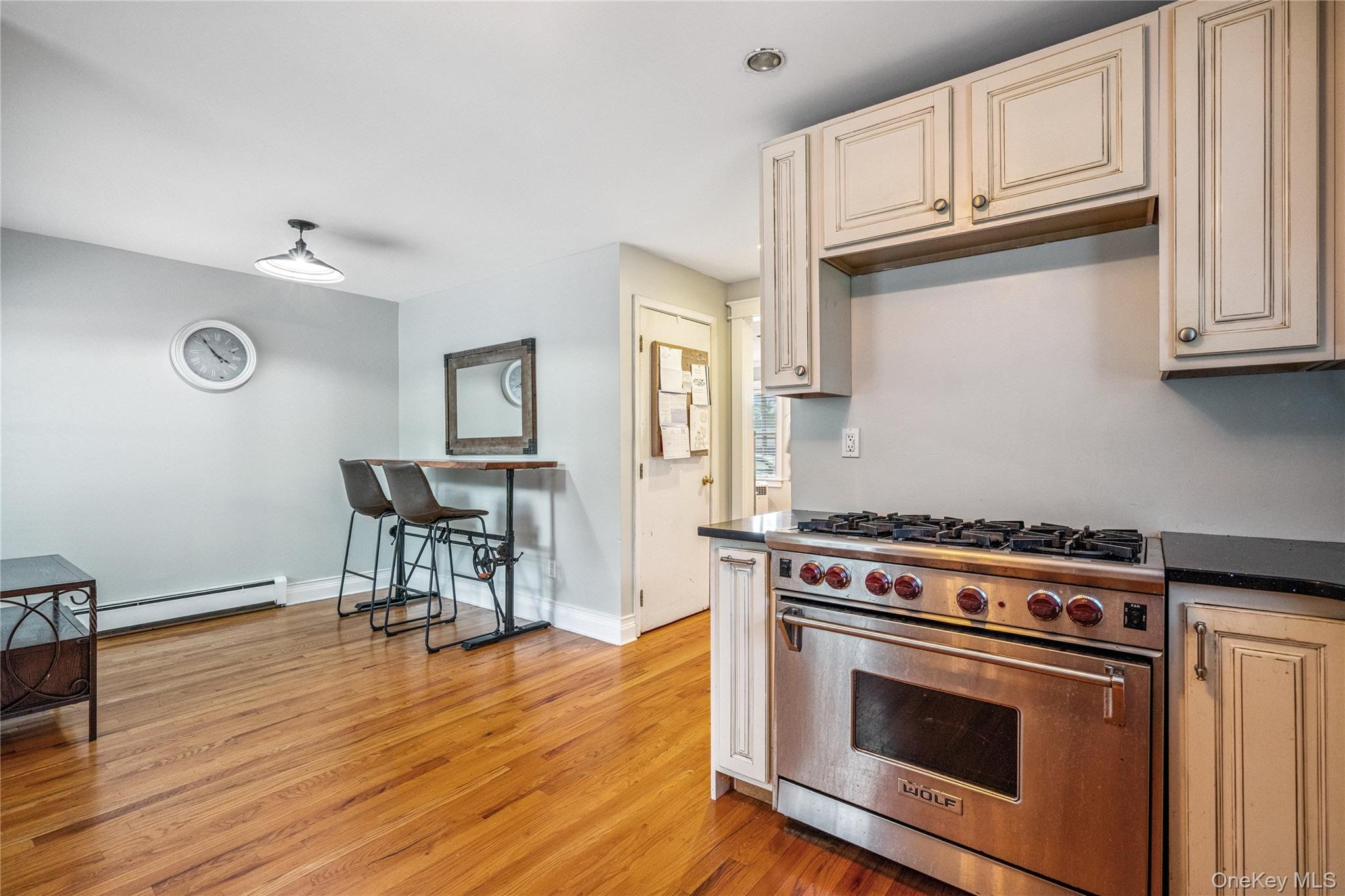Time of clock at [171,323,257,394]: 3:52
